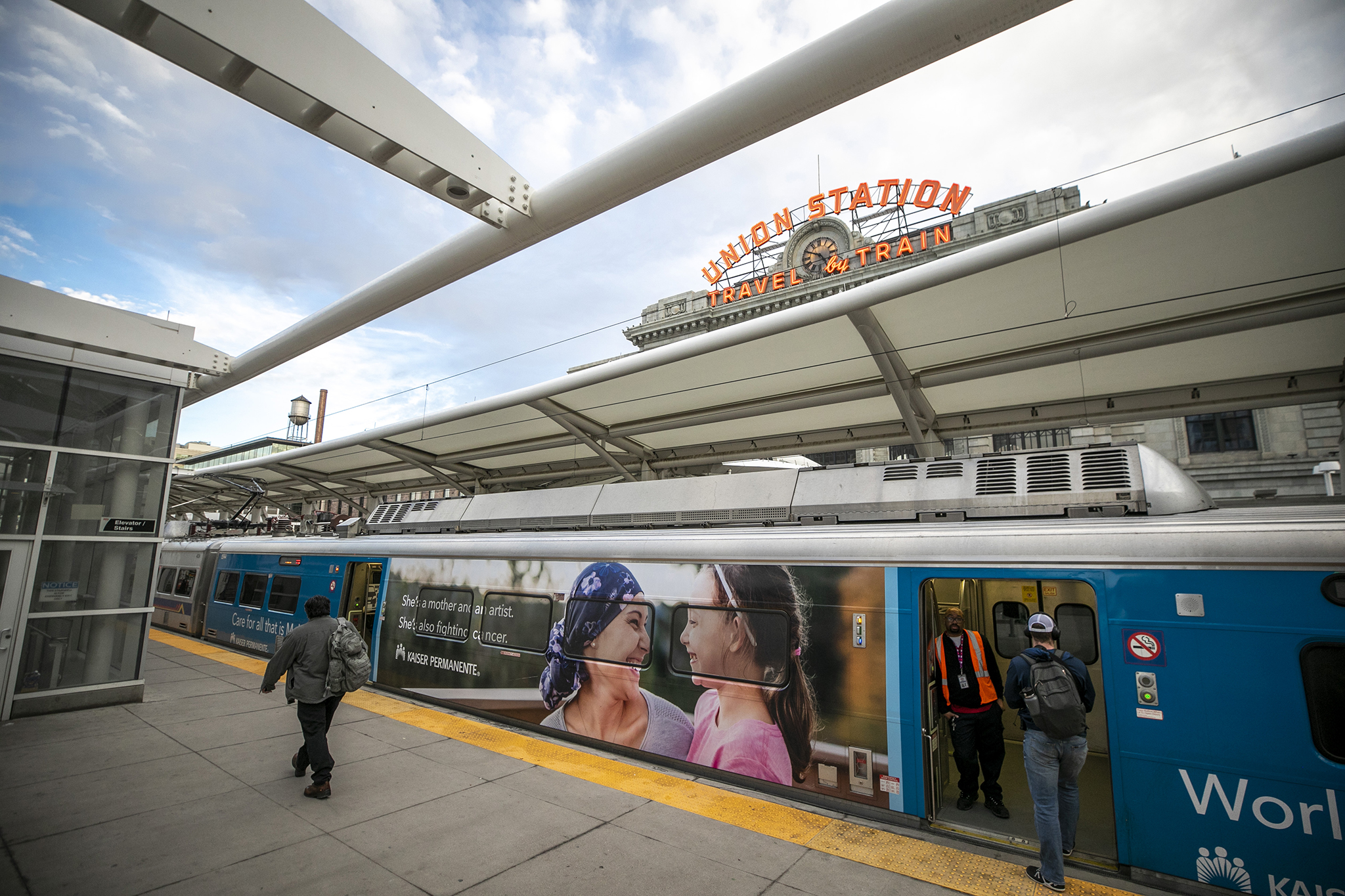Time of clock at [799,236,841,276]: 4:49
